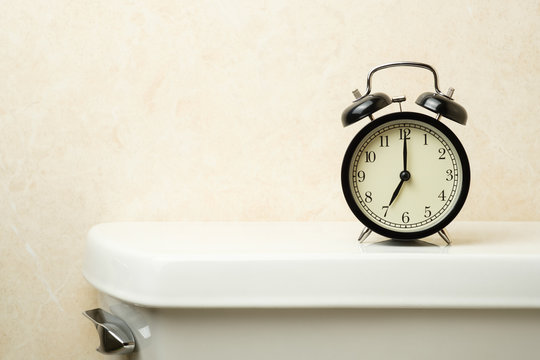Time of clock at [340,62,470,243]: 7:00
